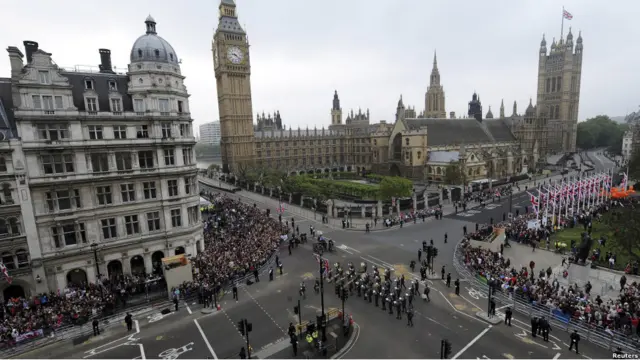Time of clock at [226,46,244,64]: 9:22
